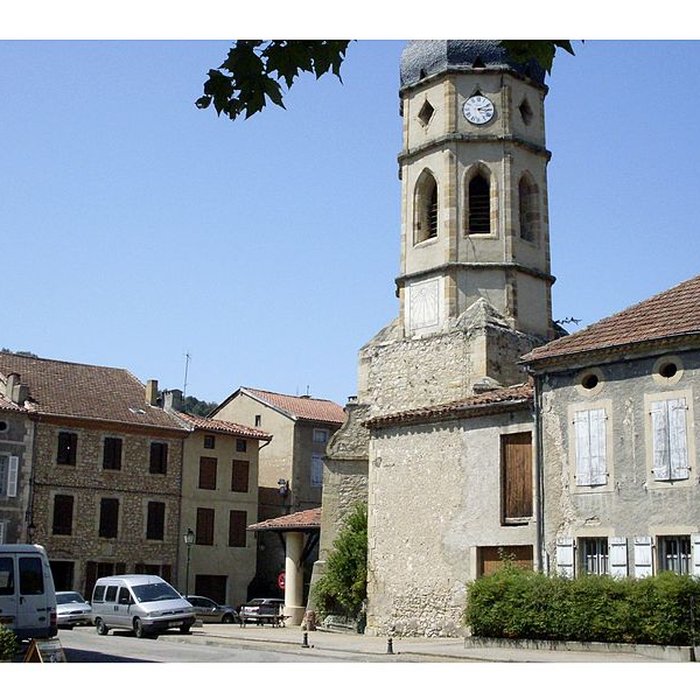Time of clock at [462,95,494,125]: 3:11
